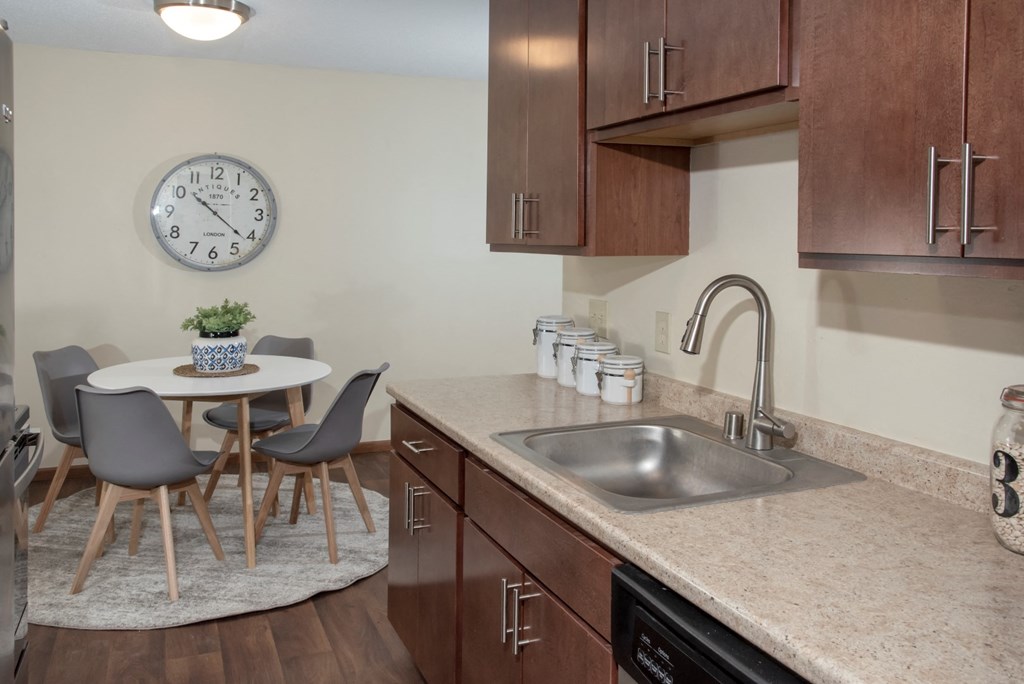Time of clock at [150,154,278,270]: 10:21
